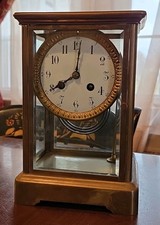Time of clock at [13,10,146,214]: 8:01
